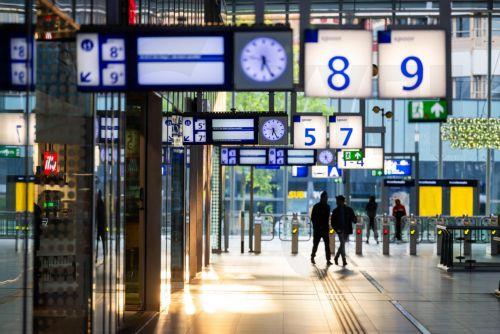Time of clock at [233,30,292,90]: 6:25
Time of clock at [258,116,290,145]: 6:25
